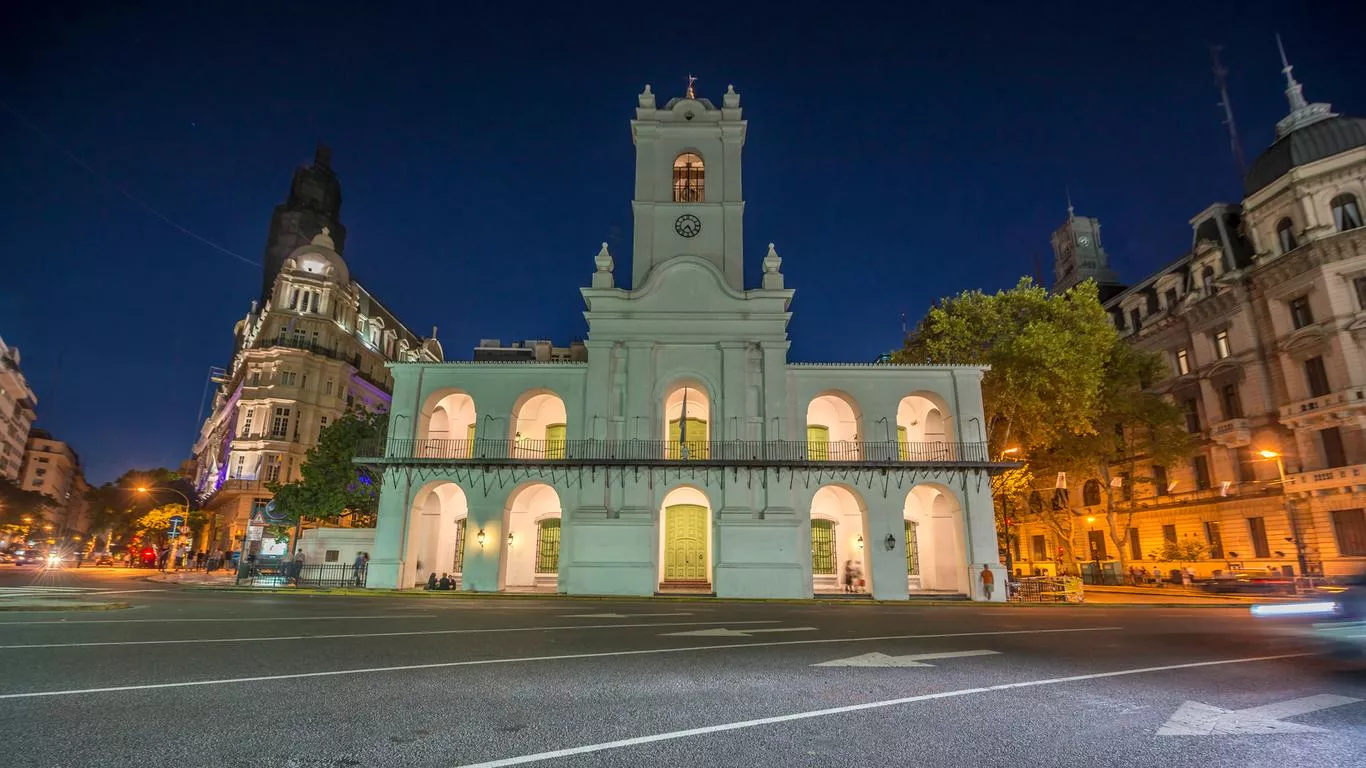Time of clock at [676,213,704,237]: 7:25
